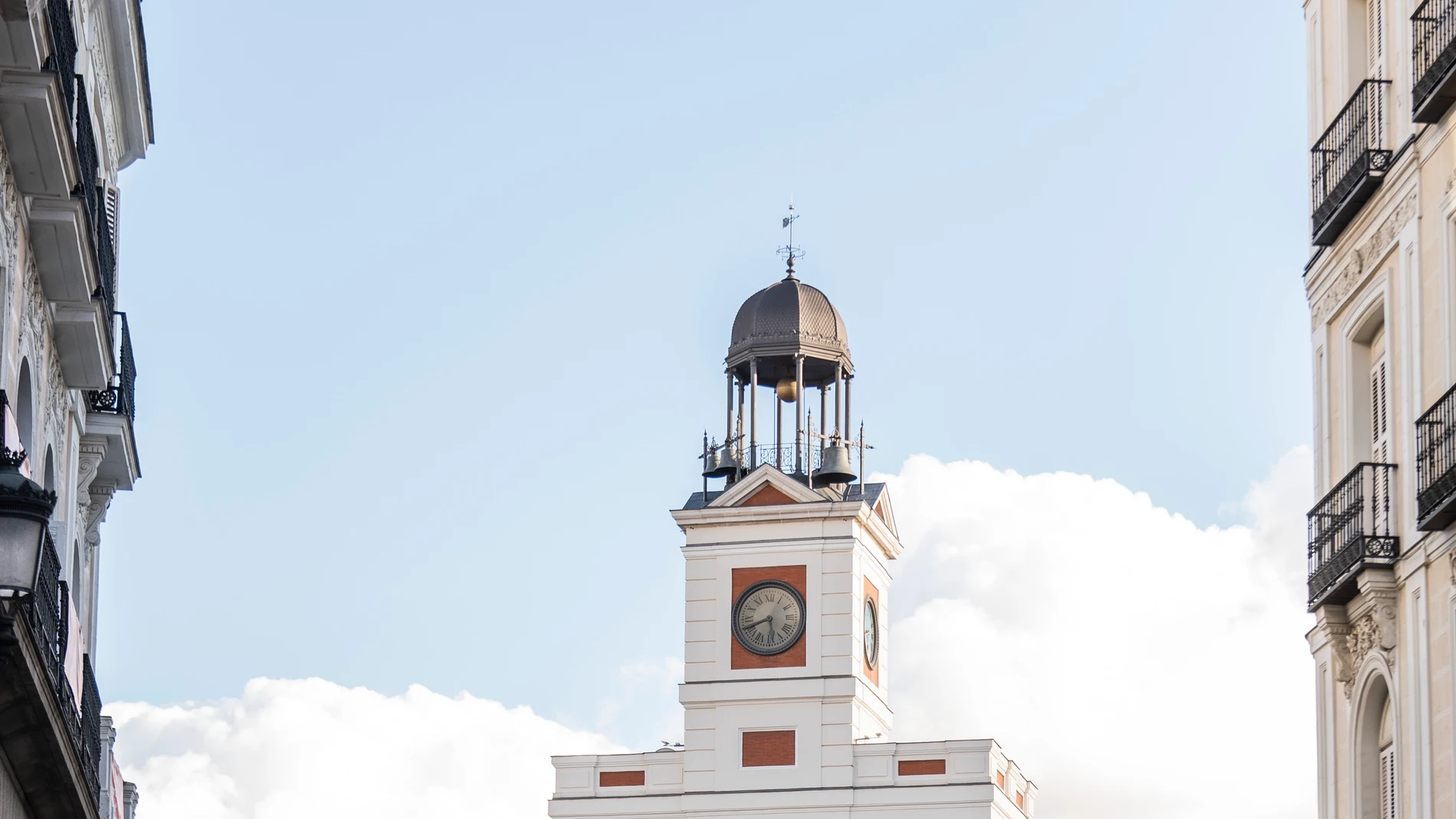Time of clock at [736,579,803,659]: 5:41
